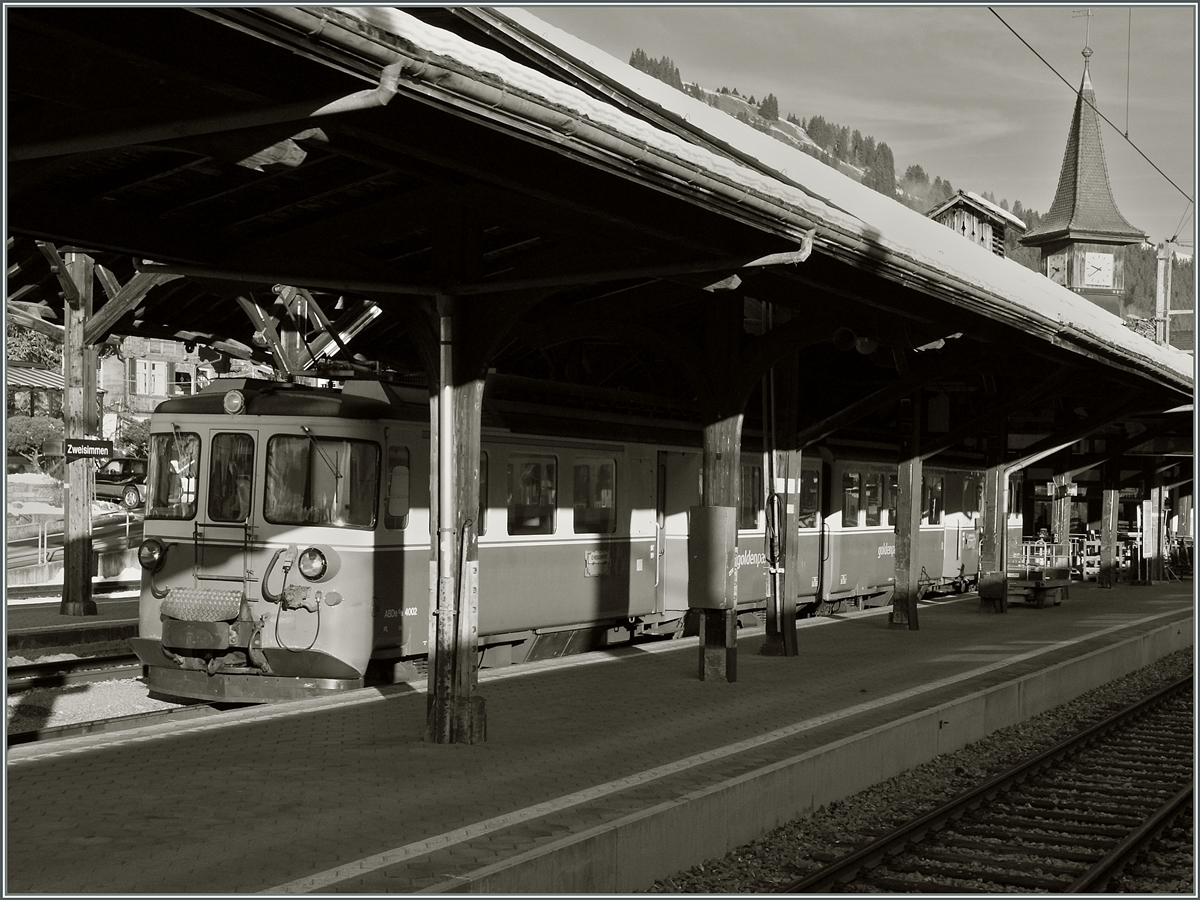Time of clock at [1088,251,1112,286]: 9:39
